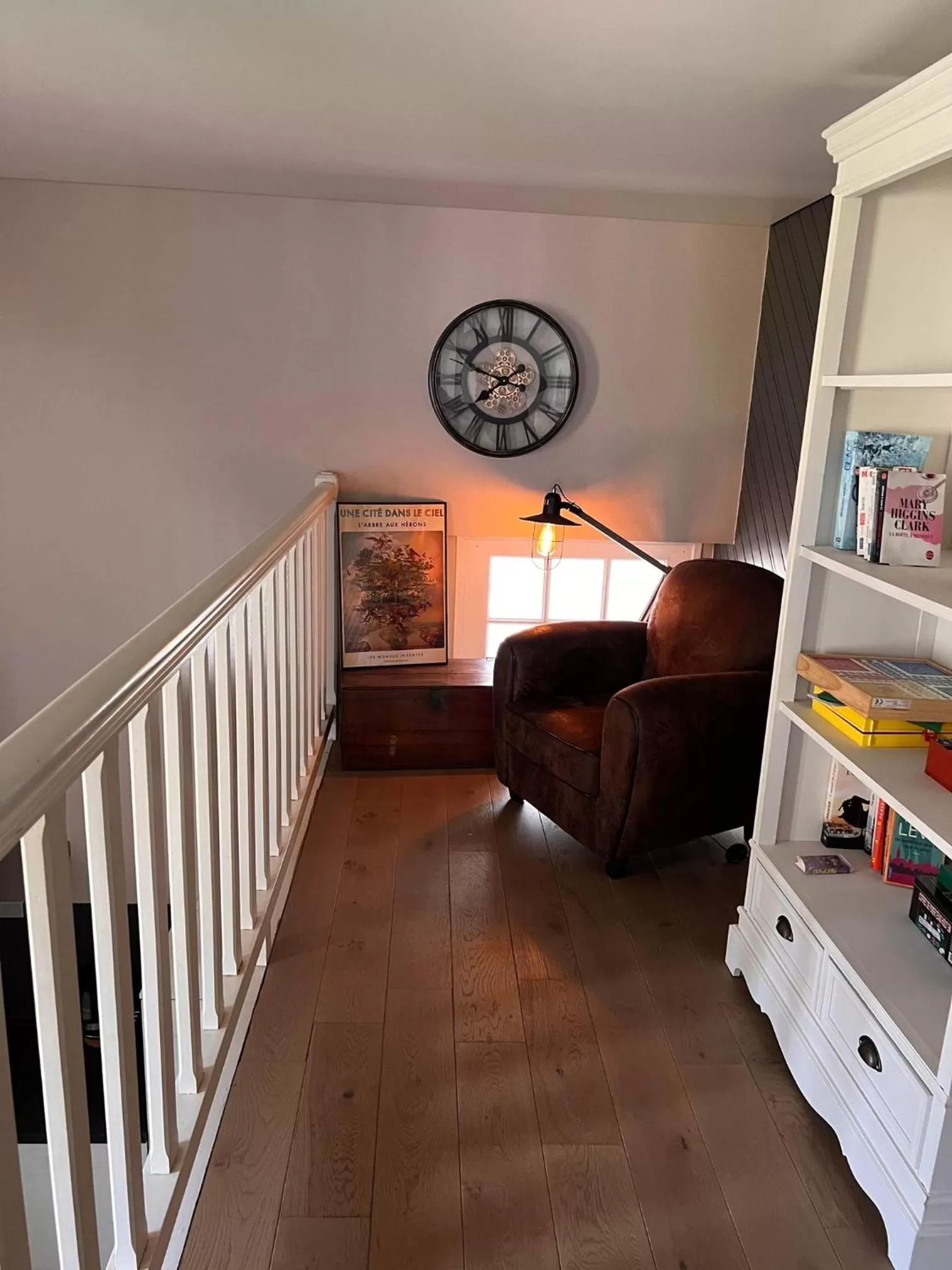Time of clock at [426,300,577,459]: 7:48
